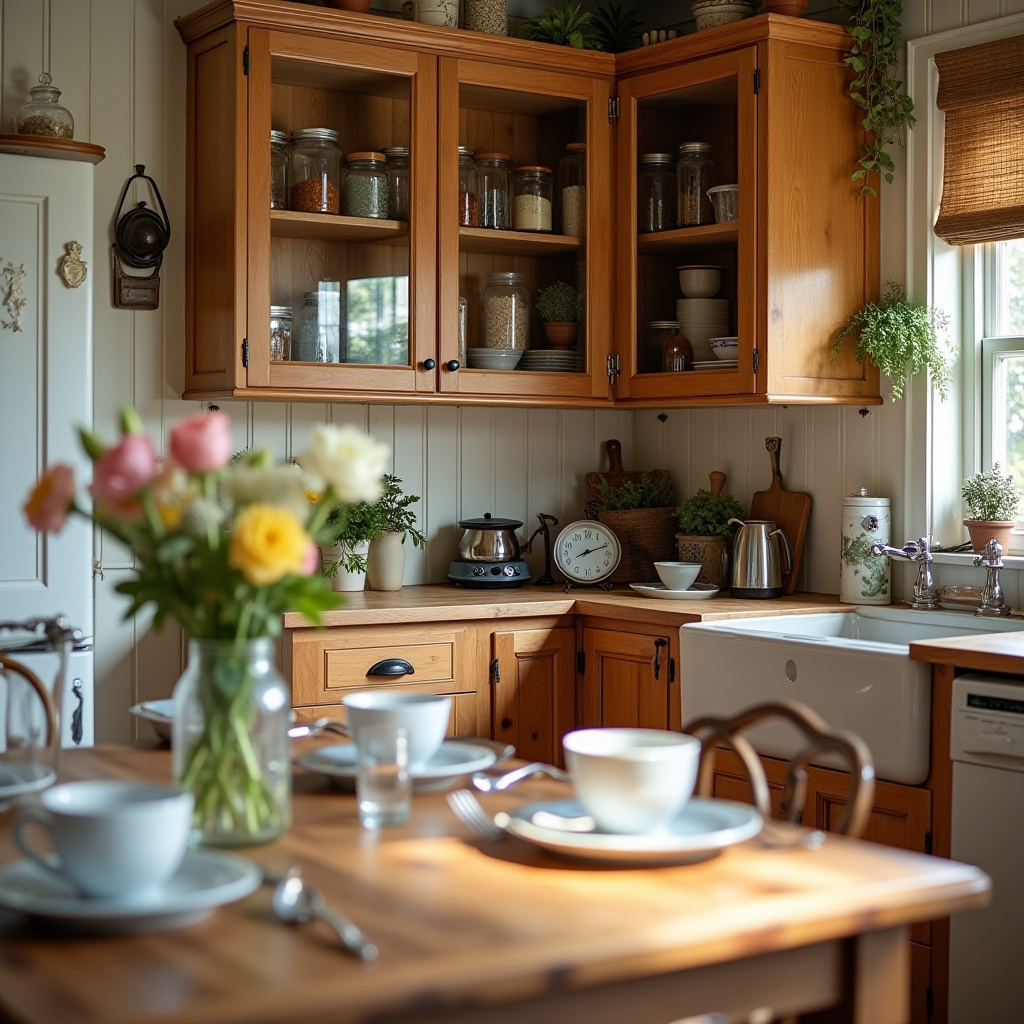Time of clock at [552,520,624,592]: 8:11
